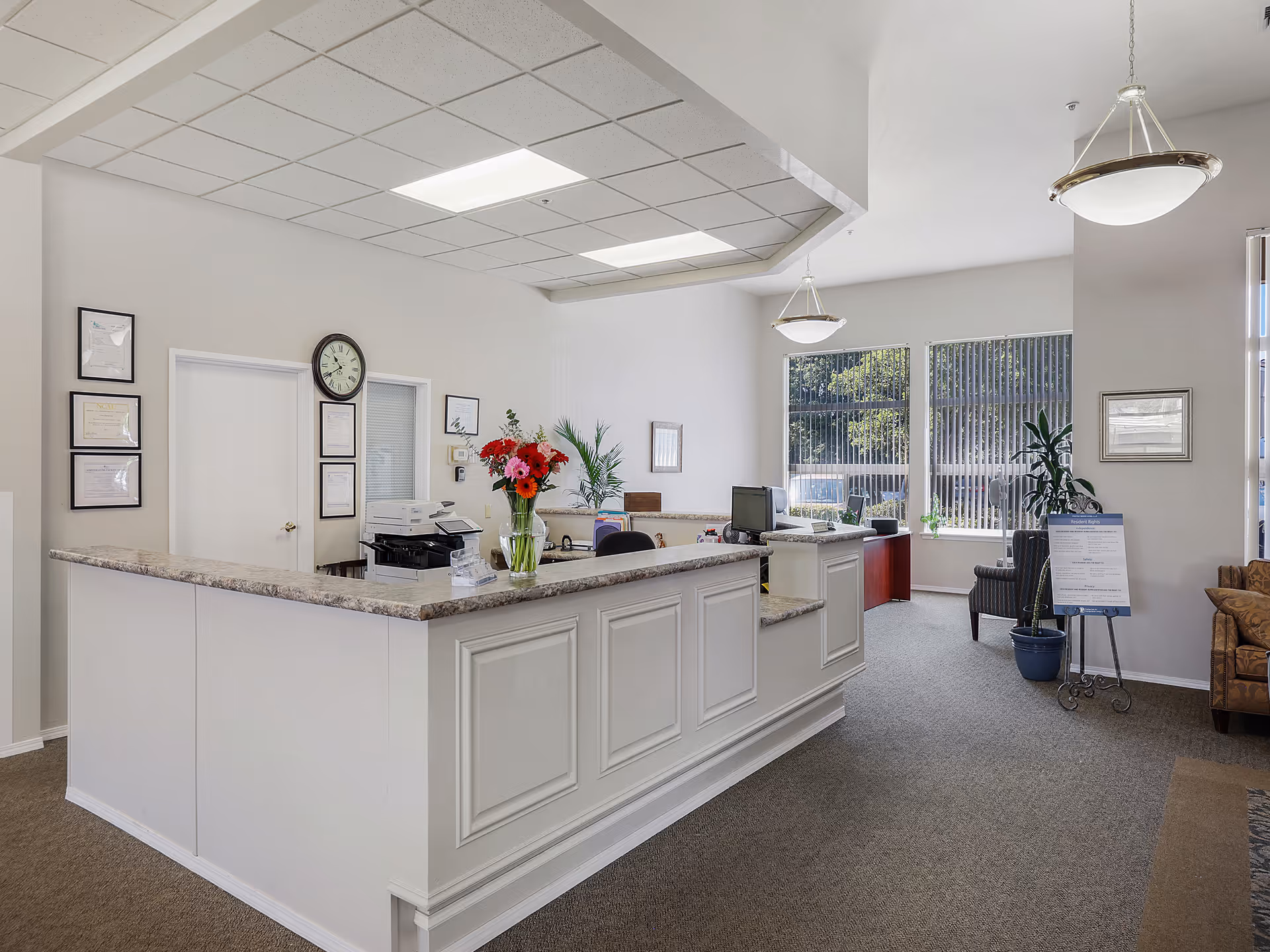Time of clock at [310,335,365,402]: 10:39
